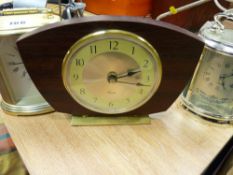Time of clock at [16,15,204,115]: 3:12
